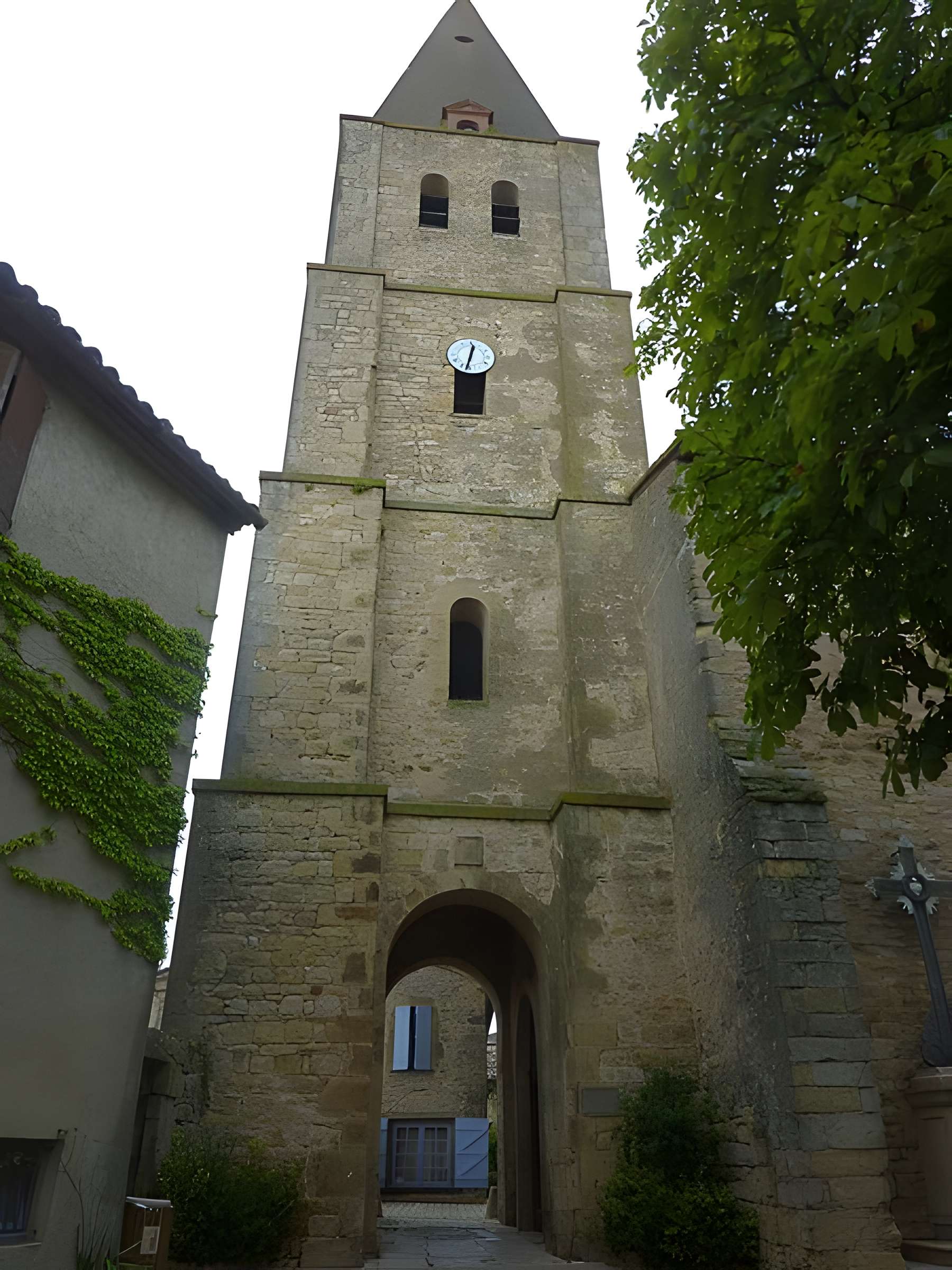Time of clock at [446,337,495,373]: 12:32
